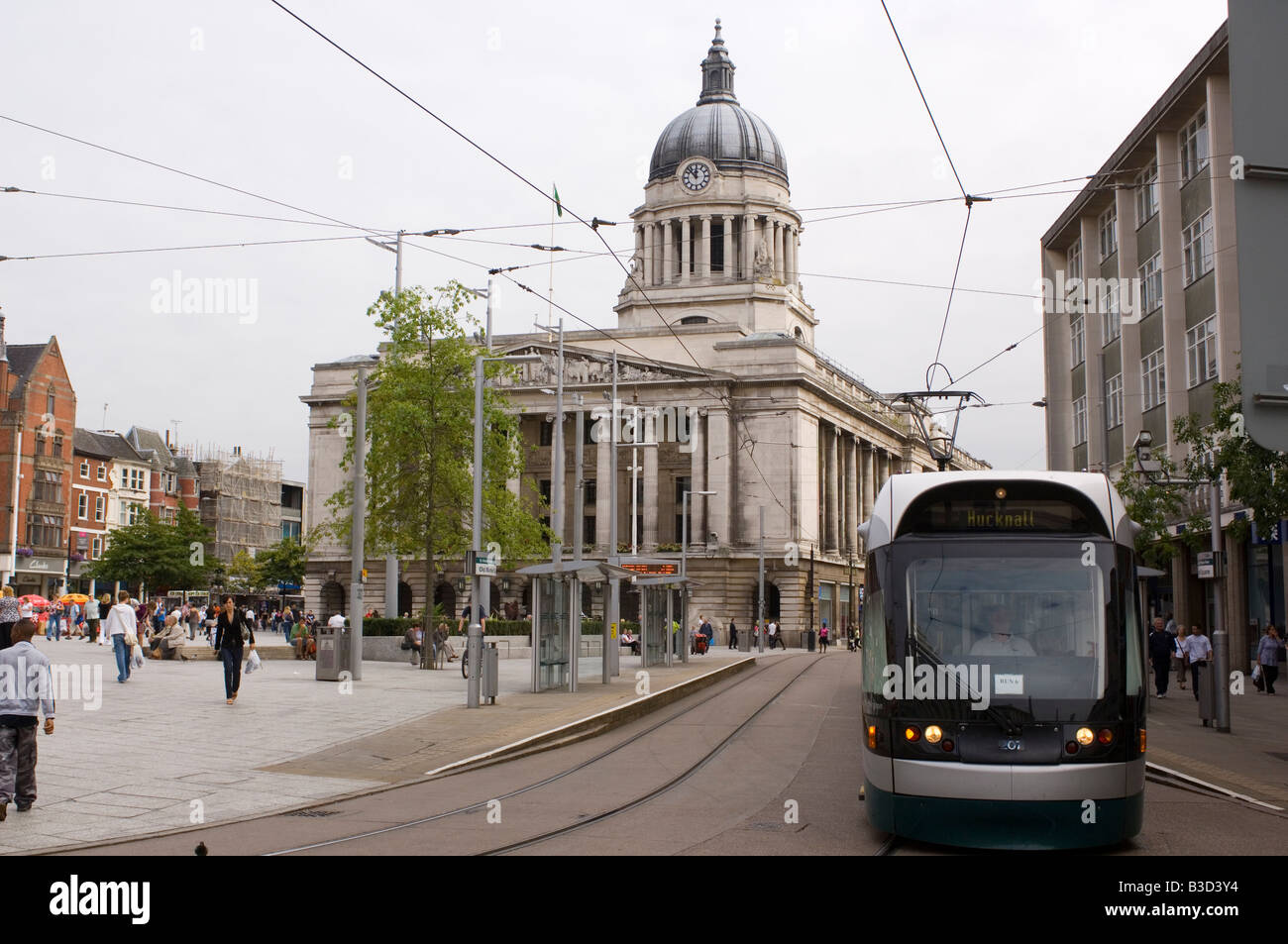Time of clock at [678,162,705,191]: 11:52
